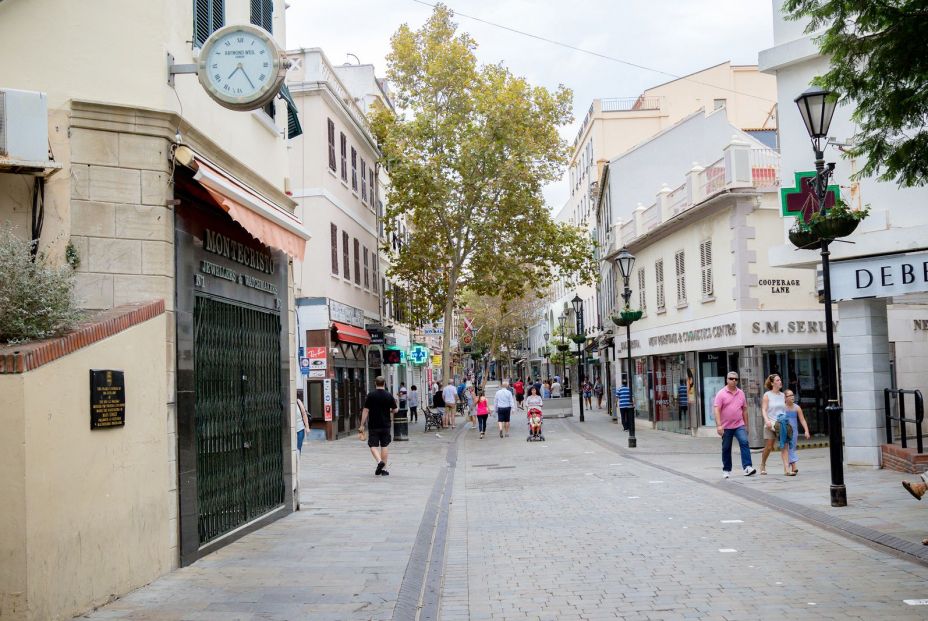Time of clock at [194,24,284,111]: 7:24
